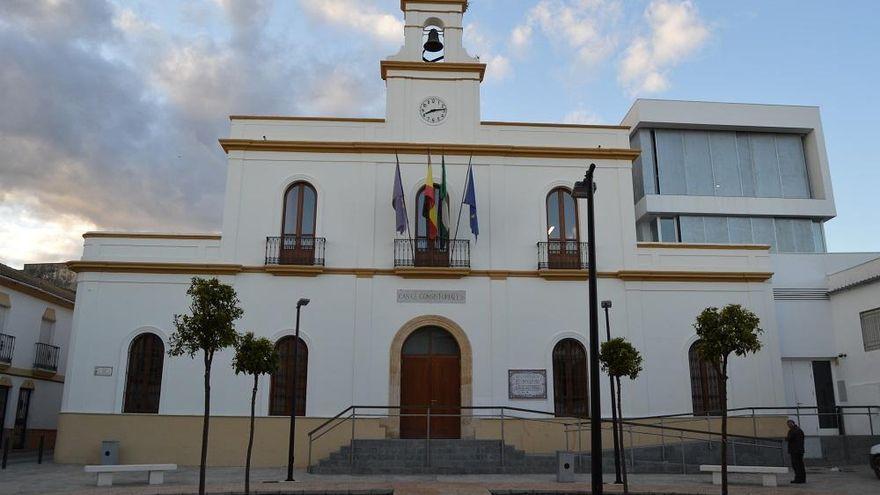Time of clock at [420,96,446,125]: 8:13
